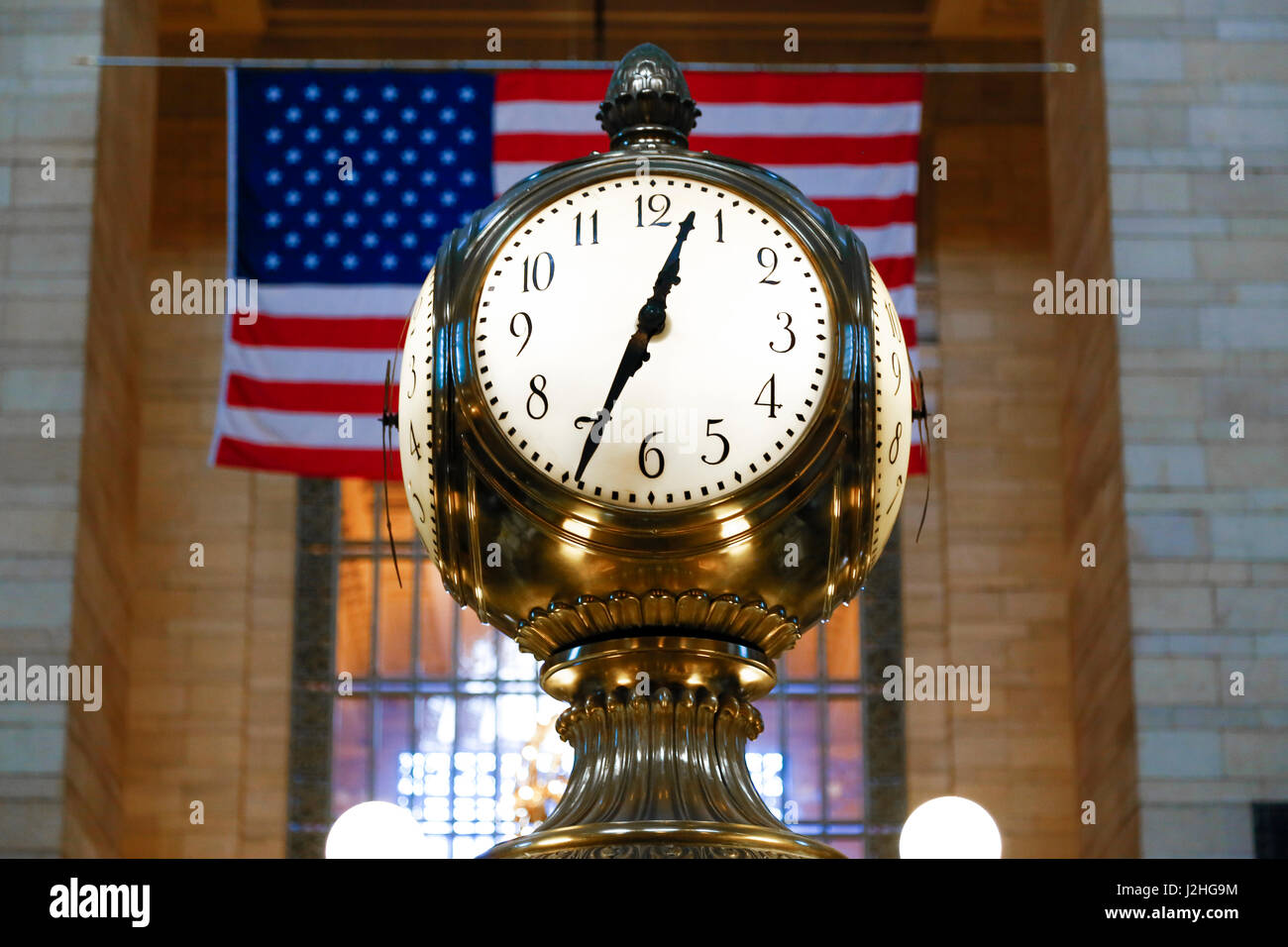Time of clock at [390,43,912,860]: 7:03
